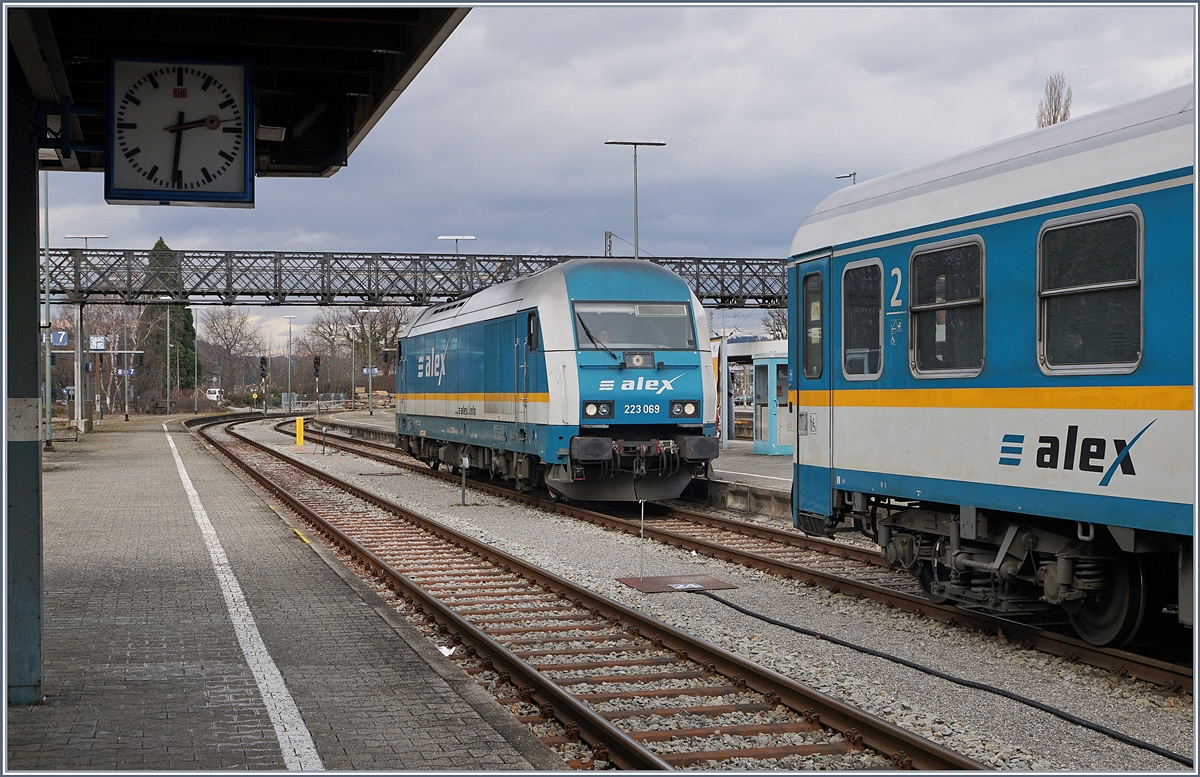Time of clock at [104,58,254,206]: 2:31
